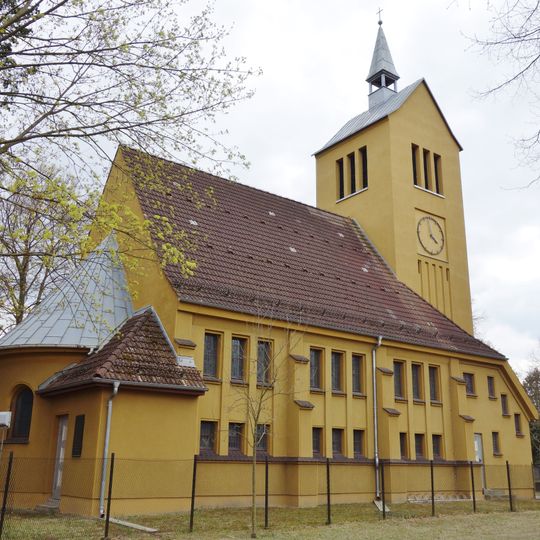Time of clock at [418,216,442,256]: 3:58
